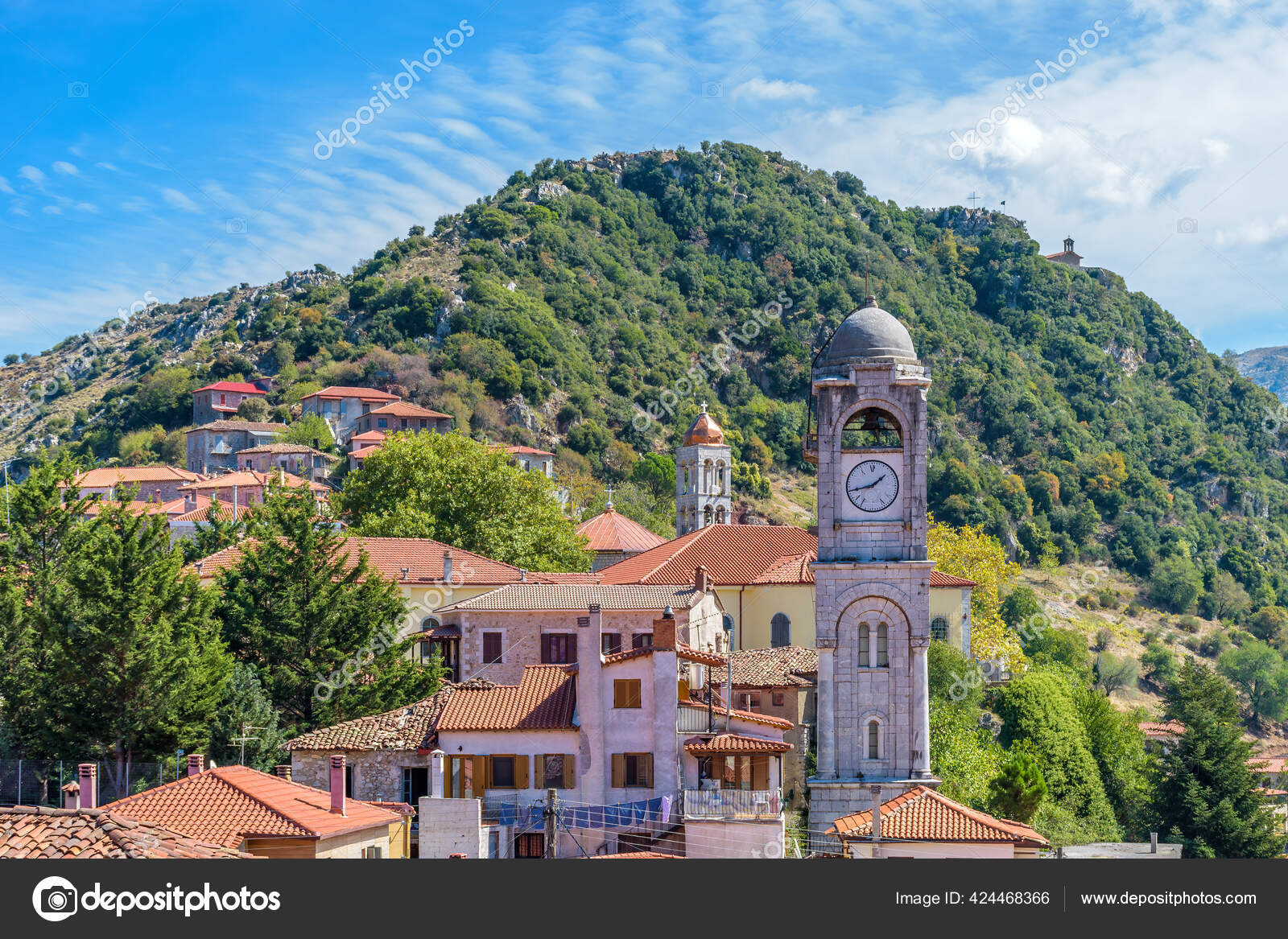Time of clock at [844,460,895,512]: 1:43
